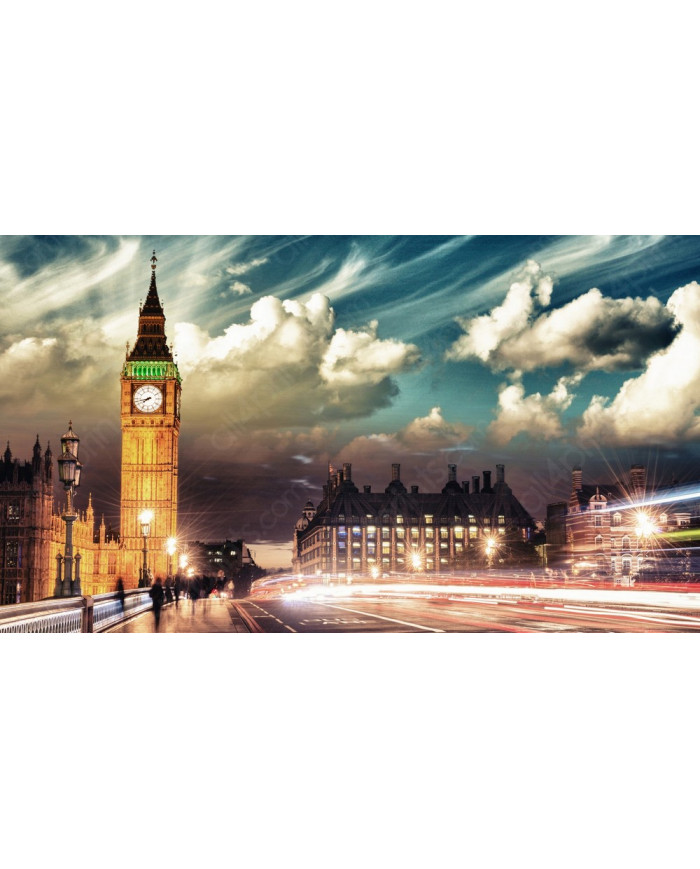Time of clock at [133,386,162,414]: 7:42
